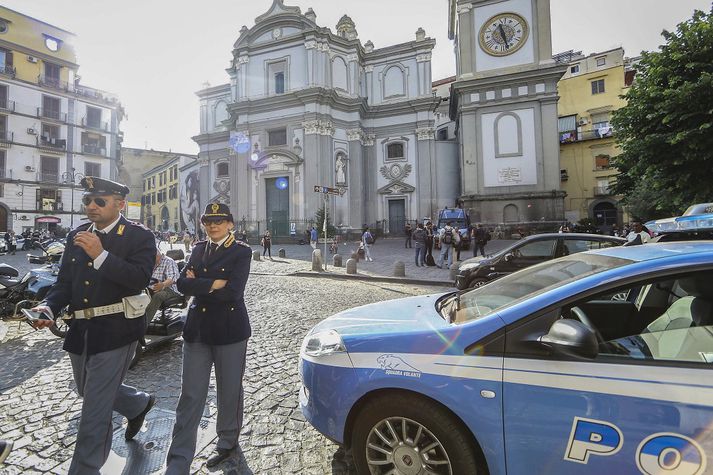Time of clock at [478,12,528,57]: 11:27
